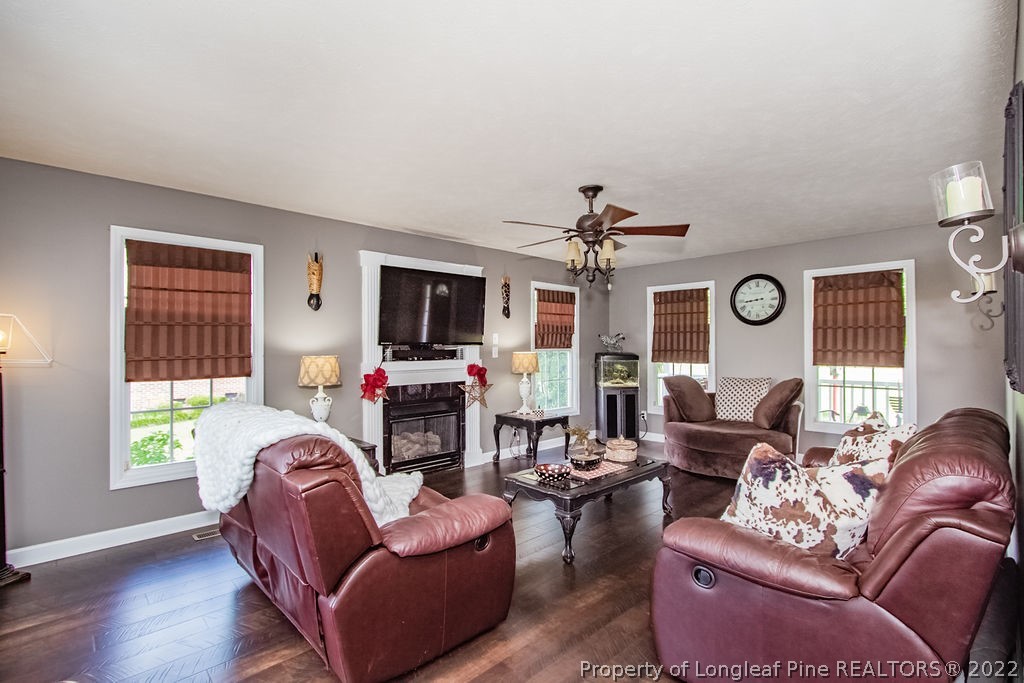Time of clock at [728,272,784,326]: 8:43
